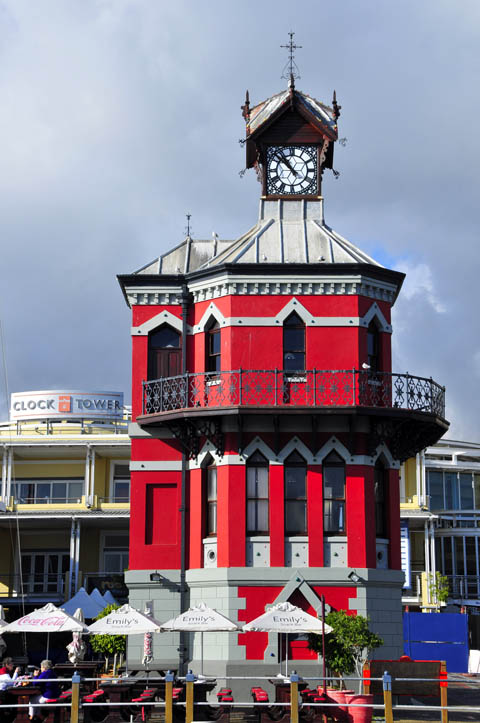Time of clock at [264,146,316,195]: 10:52
